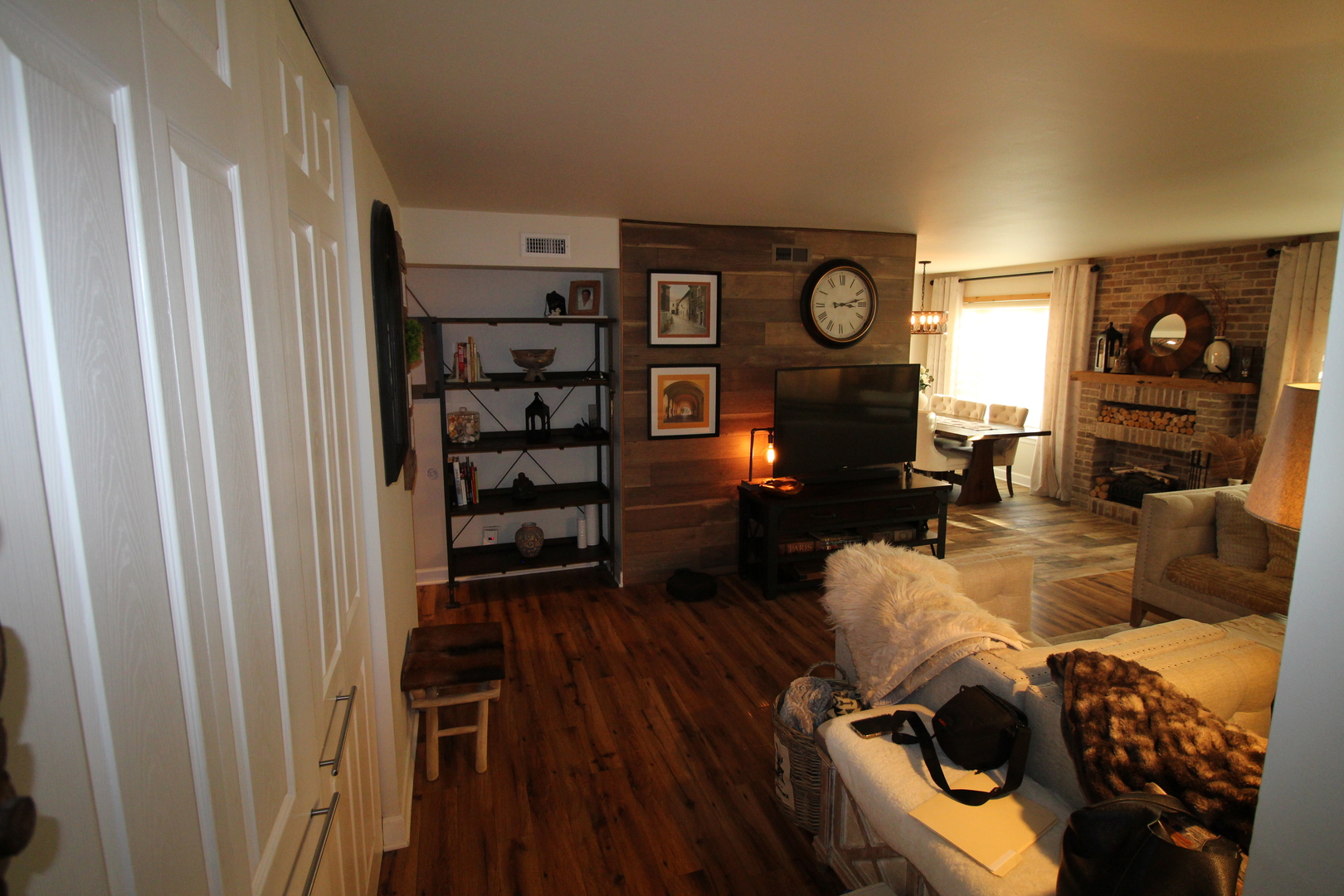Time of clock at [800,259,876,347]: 3:12
